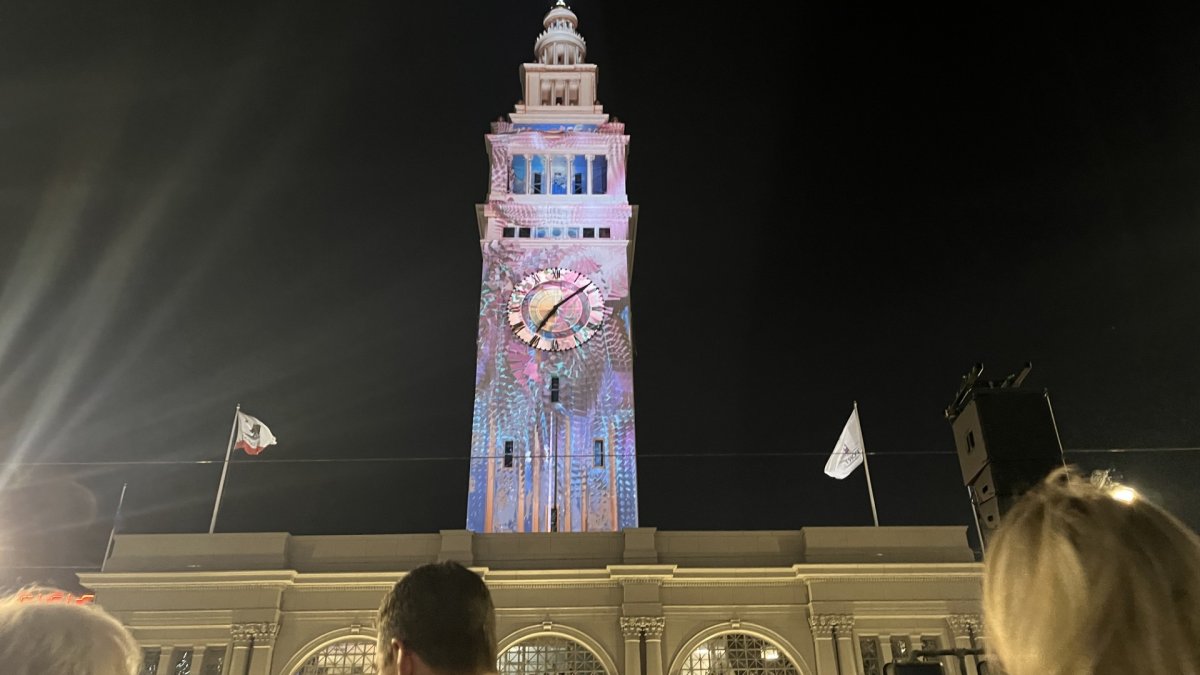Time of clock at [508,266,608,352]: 7:09
